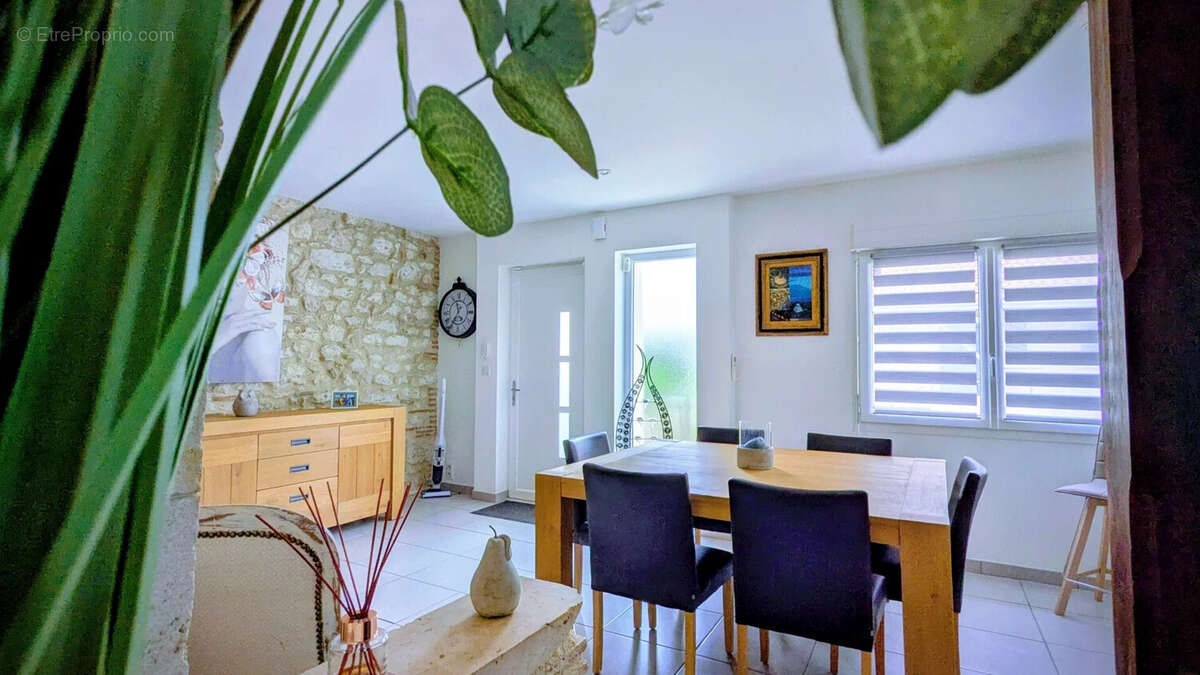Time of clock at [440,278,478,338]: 11:35
